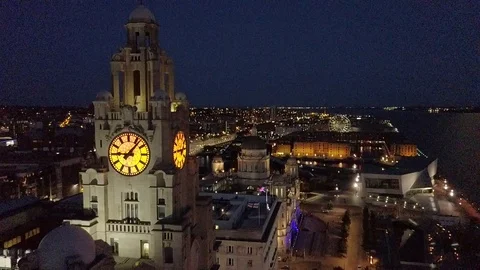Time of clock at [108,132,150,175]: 9:07
